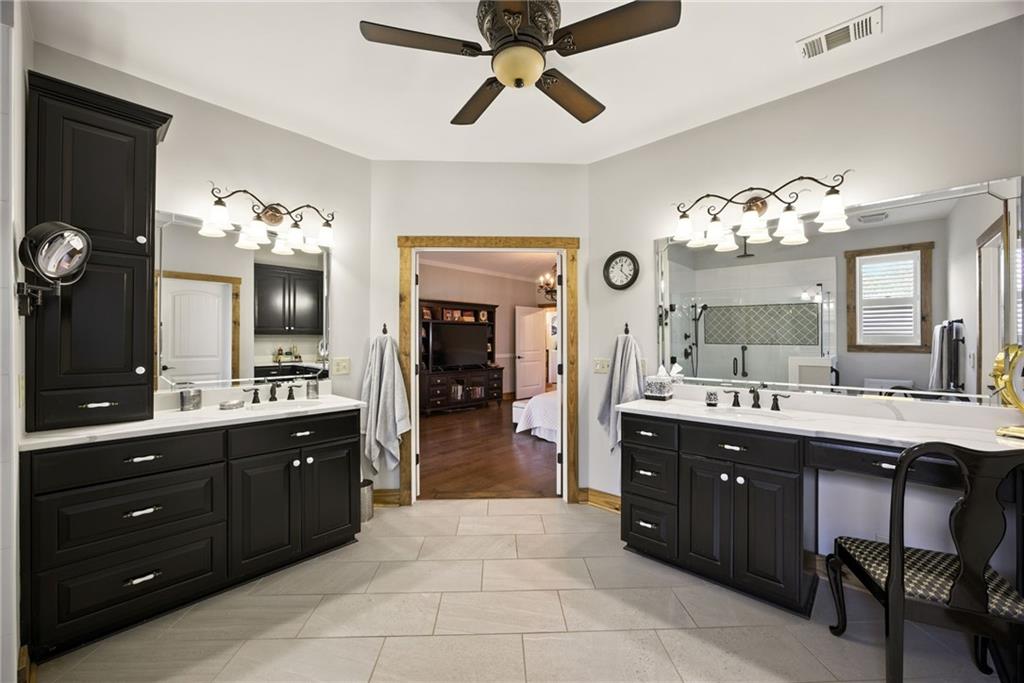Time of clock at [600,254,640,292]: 12:22
